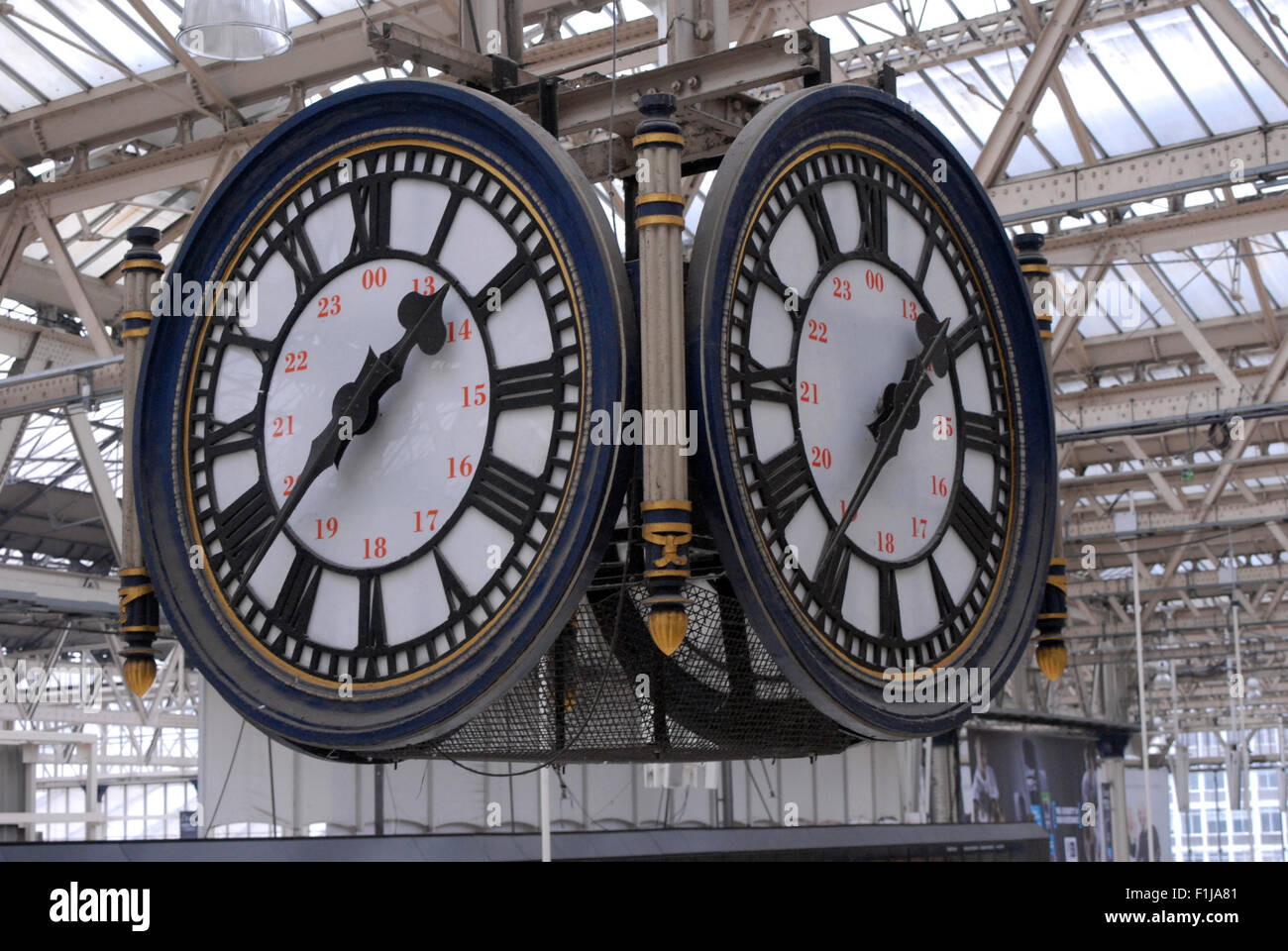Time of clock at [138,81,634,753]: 1:37
